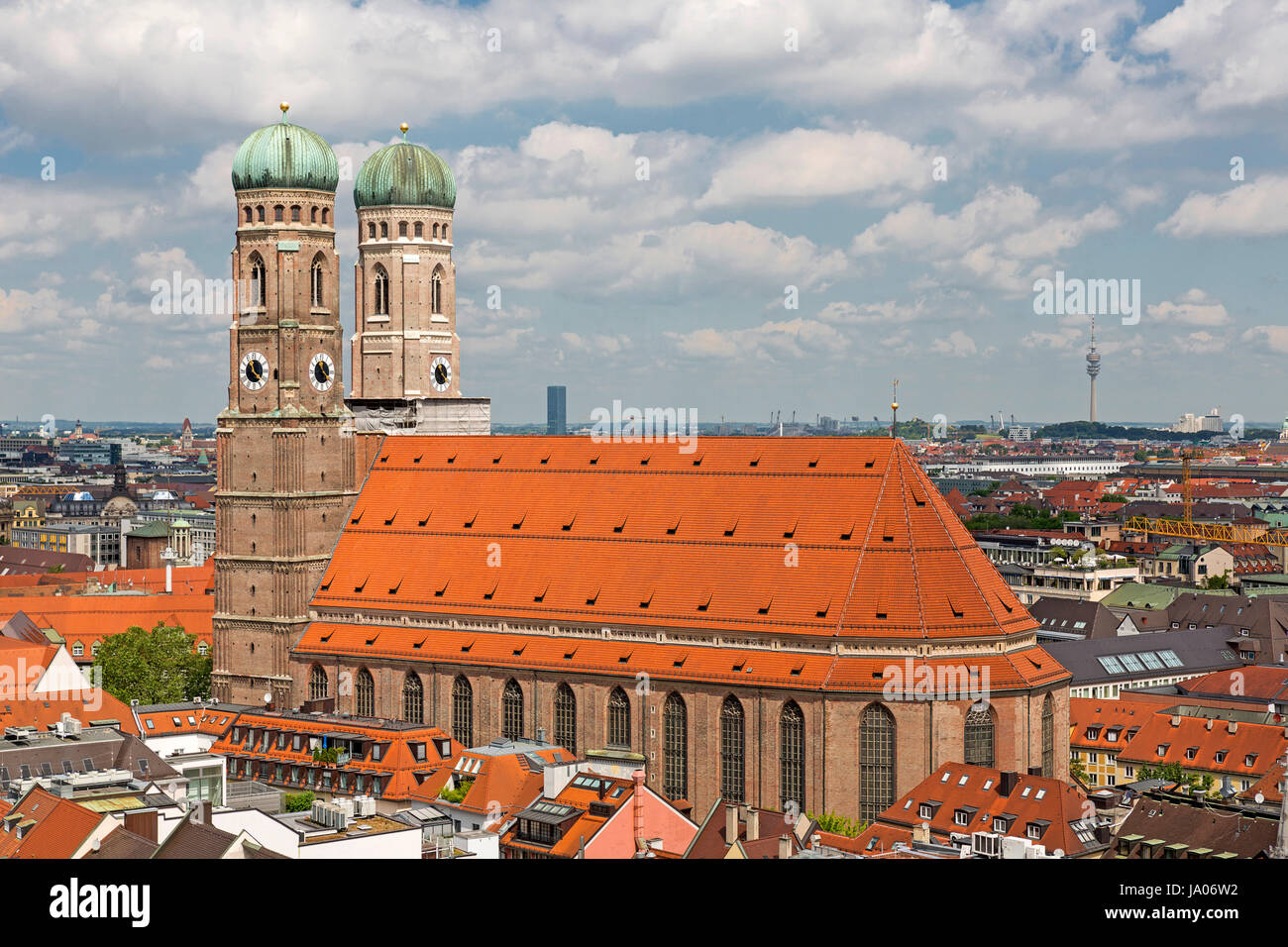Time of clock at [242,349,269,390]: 11:21
